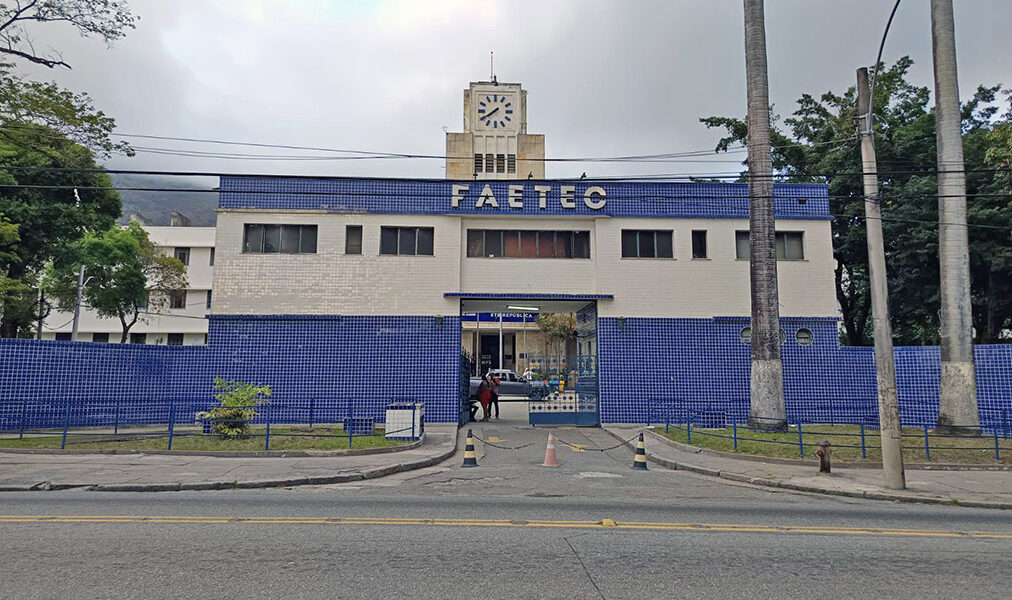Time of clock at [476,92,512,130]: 7:38
